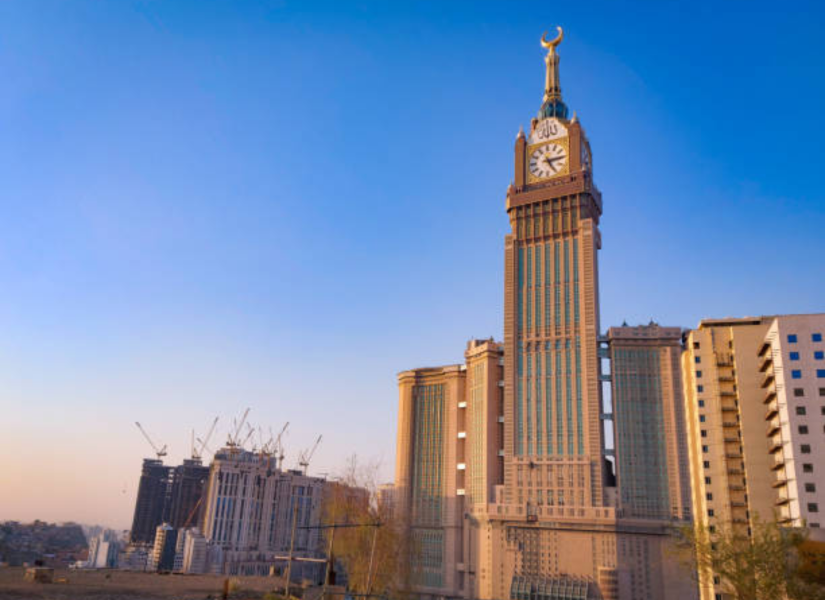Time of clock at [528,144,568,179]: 5:14
